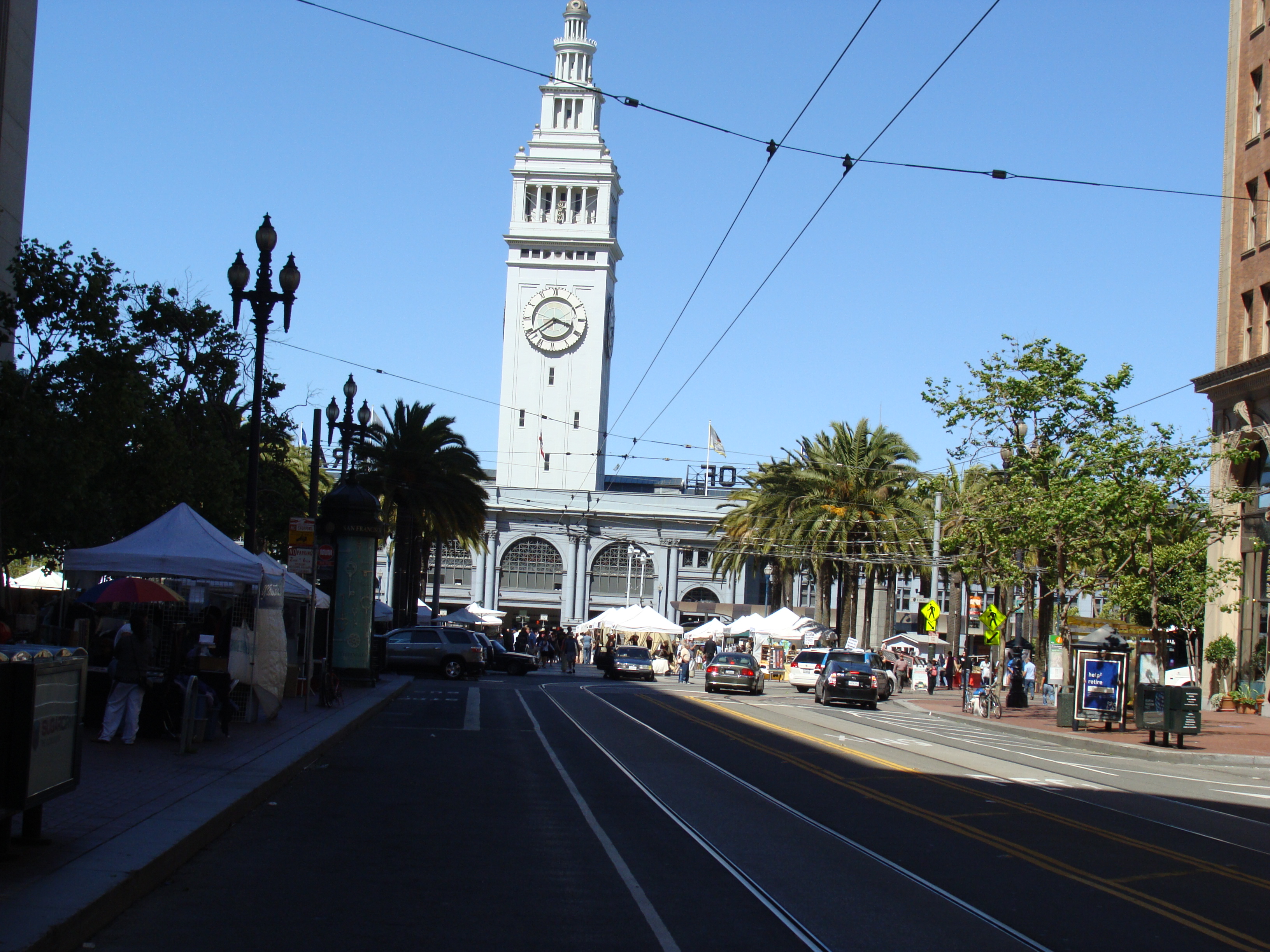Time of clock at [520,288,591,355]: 3:39
